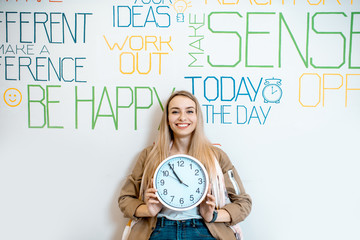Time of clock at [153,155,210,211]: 10:54
